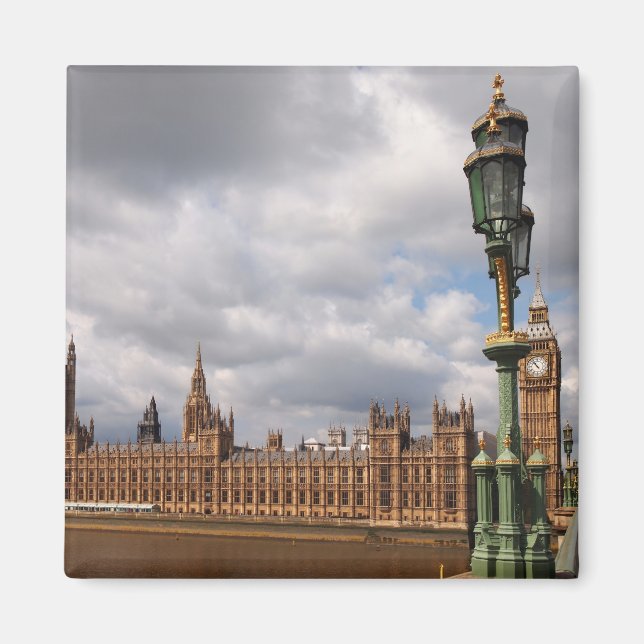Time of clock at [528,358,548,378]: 10:53
